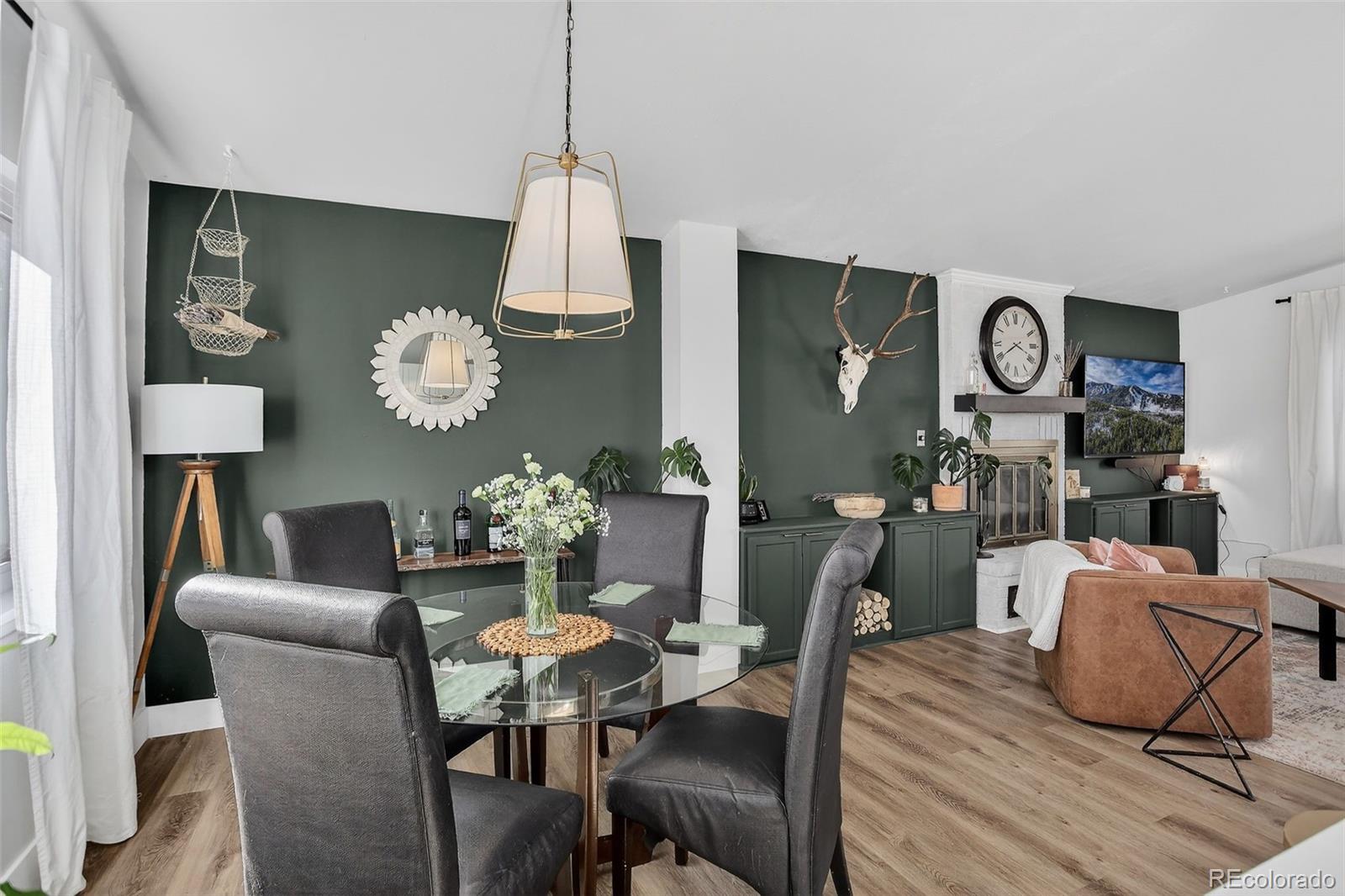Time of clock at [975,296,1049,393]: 3:39
